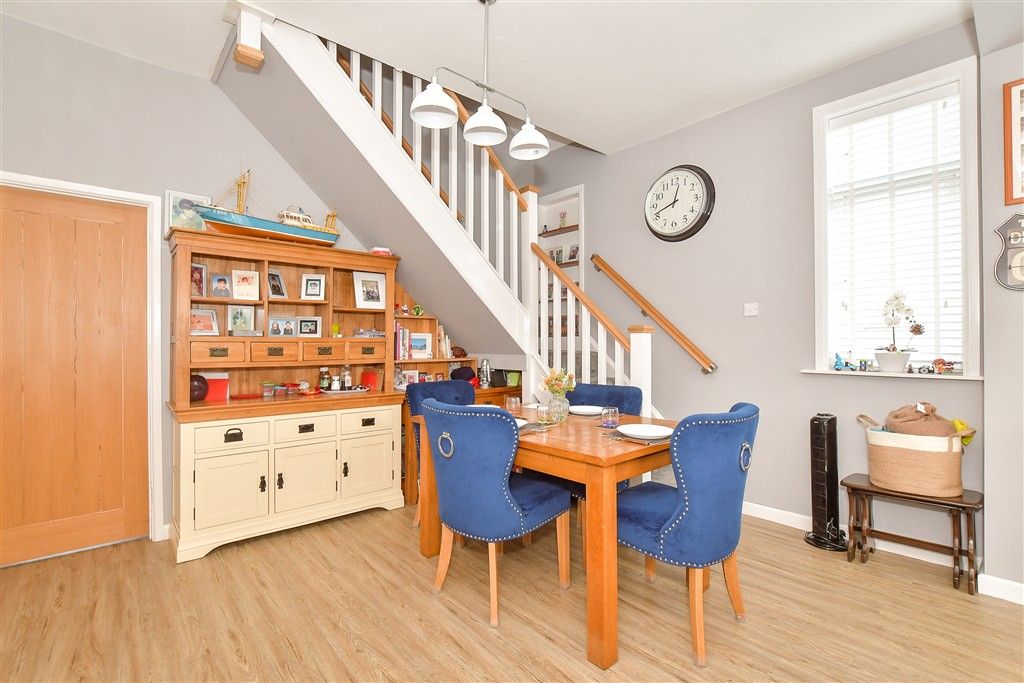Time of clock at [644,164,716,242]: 12:41
